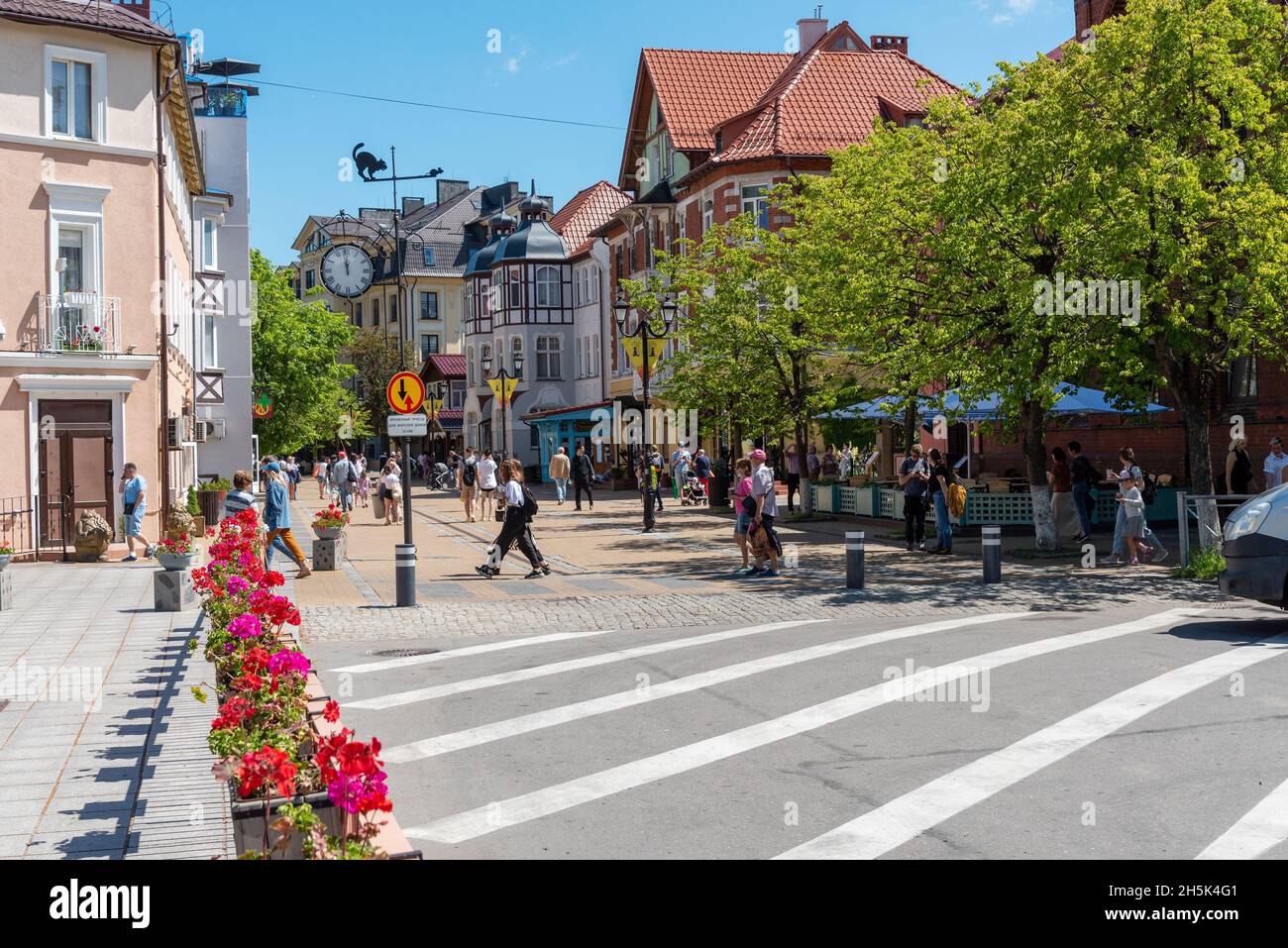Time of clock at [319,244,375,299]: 11:58
